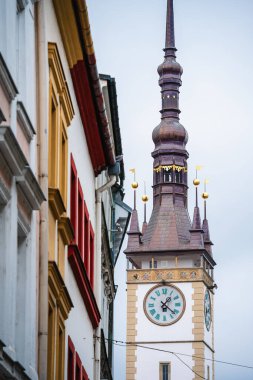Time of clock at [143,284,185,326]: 1:21
